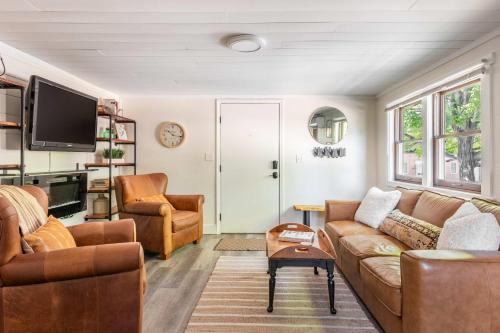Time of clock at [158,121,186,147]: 10:17
